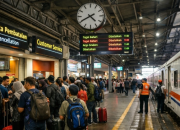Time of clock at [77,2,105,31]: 4:40
